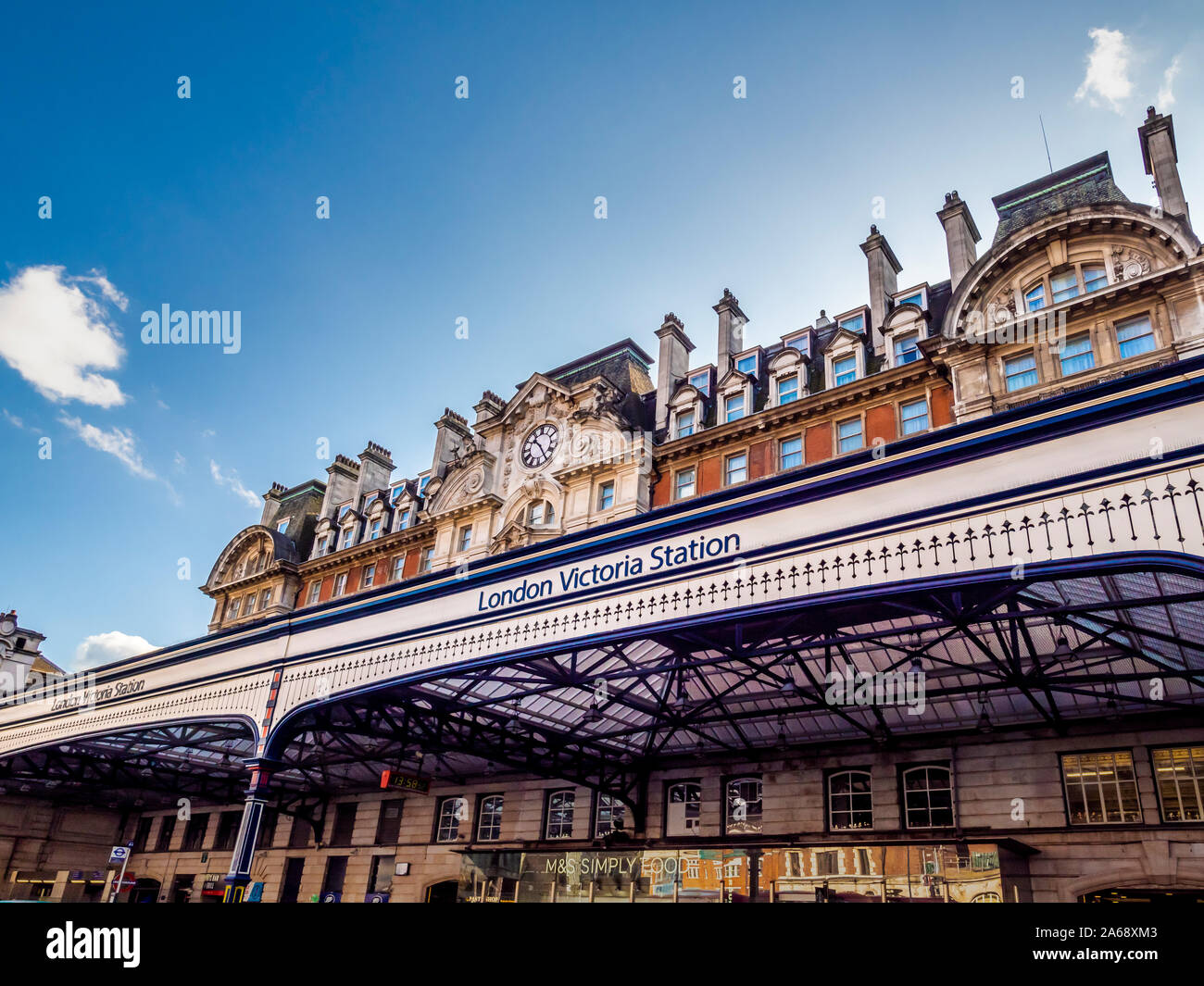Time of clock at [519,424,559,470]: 10:24
